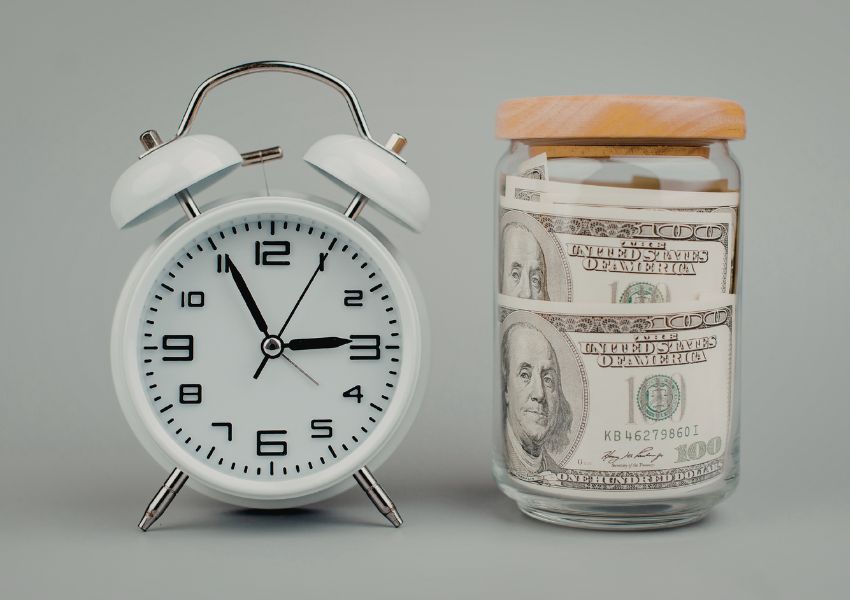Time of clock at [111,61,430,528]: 2:55
